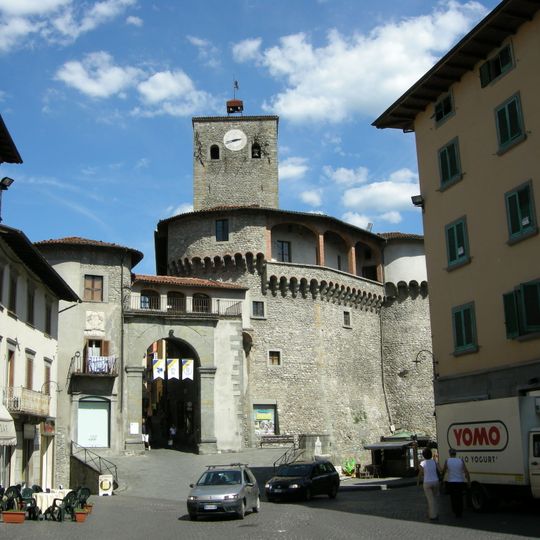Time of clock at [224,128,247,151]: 2:42
